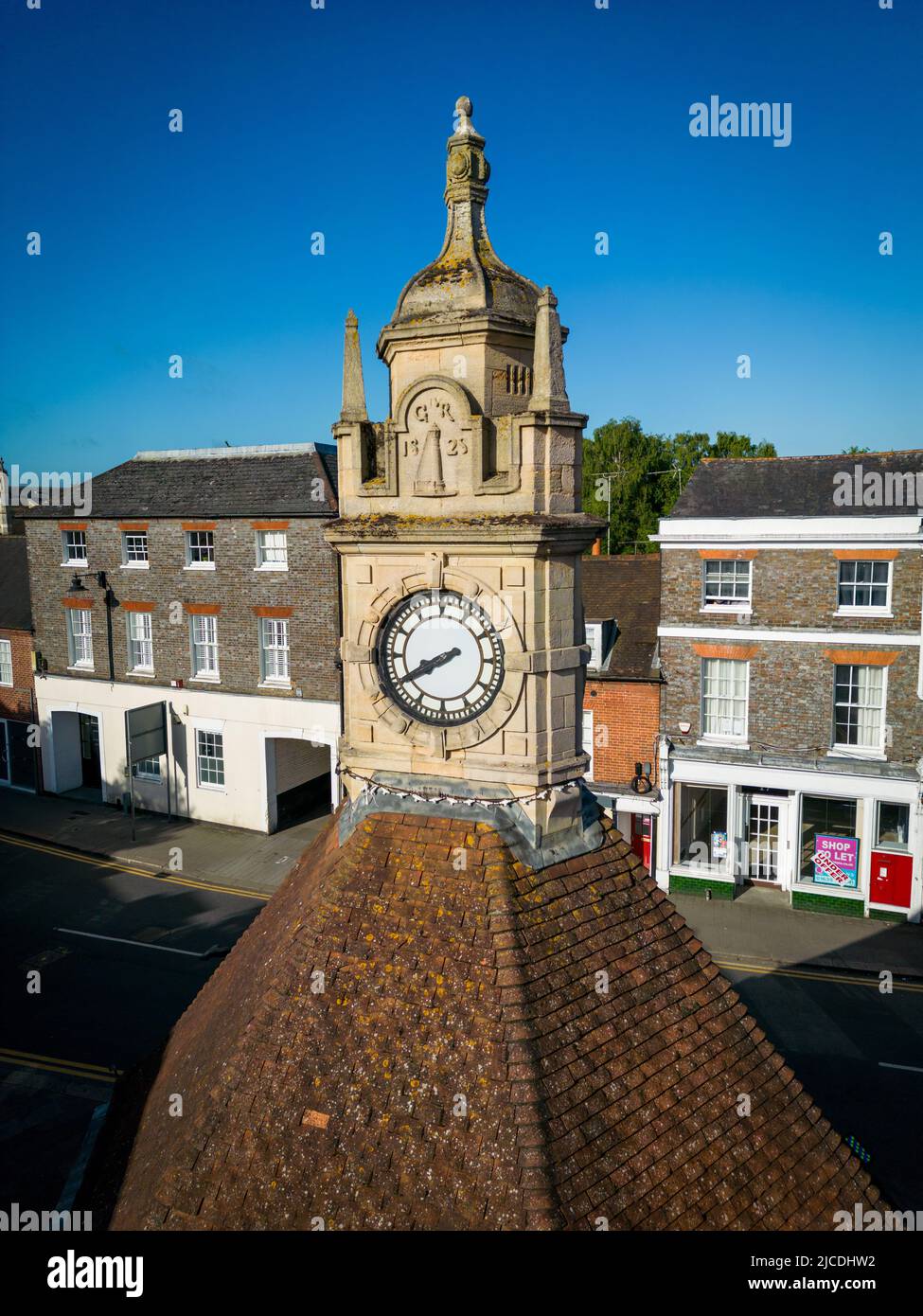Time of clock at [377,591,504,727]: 7:40
